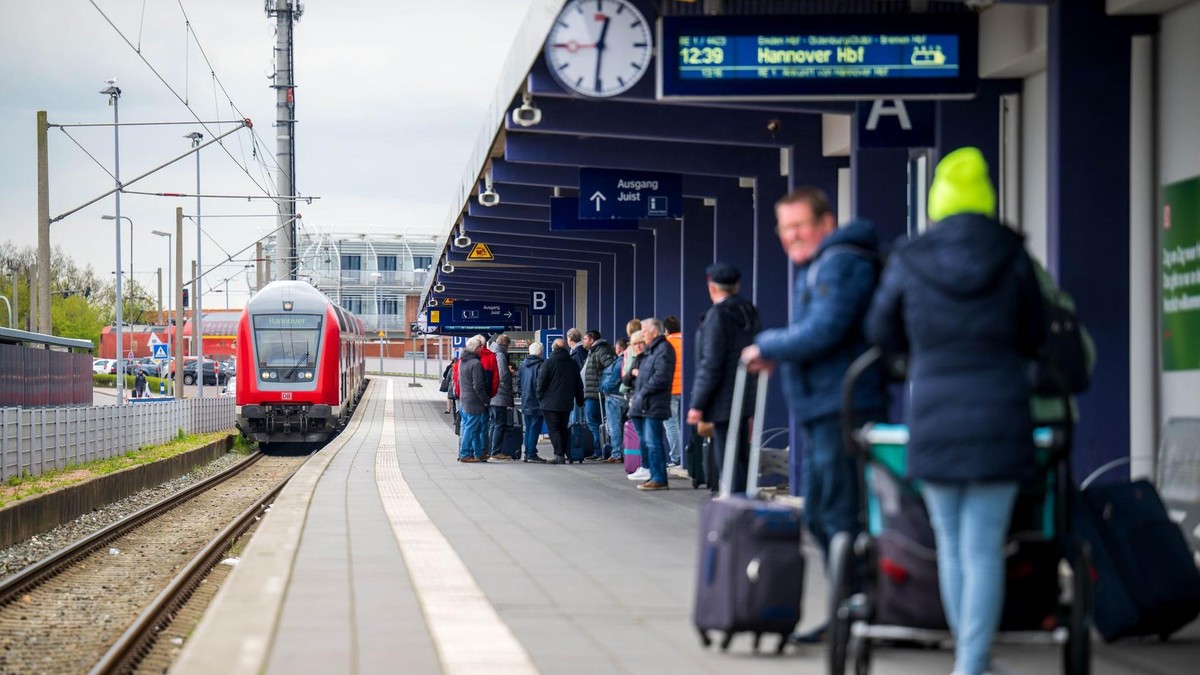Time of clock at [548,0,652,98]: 12:30
